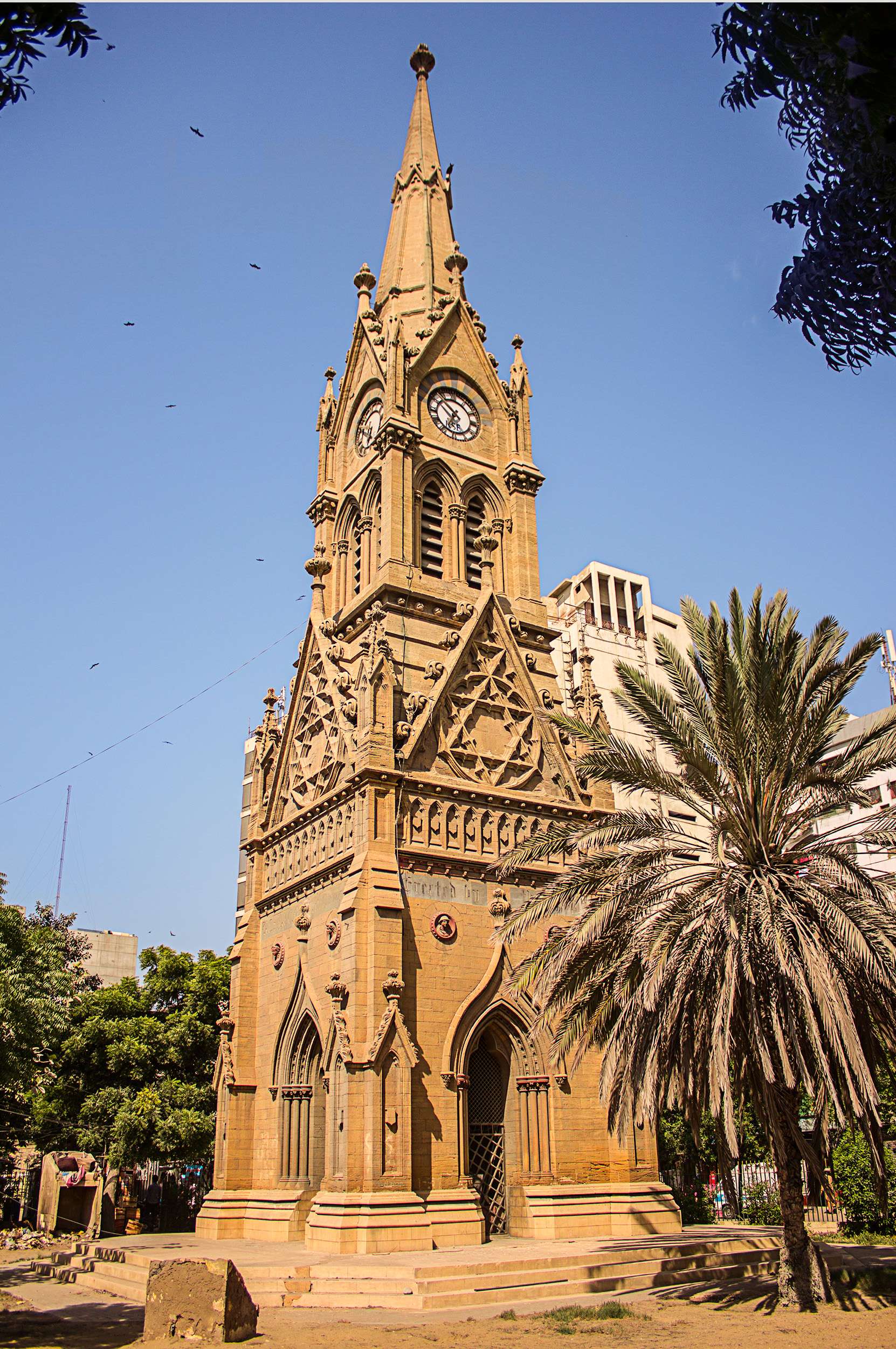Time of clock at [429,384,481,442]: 6:52
